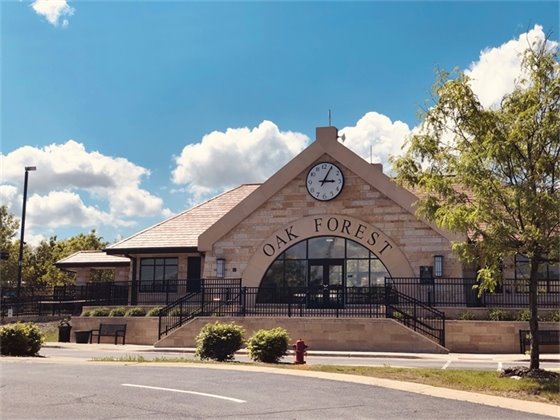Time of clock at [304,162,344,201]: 3:04
